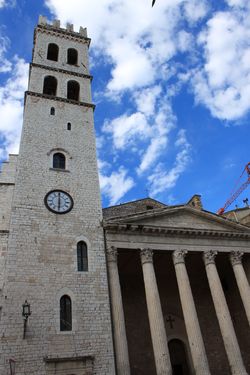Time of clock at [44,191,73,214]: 6:00
